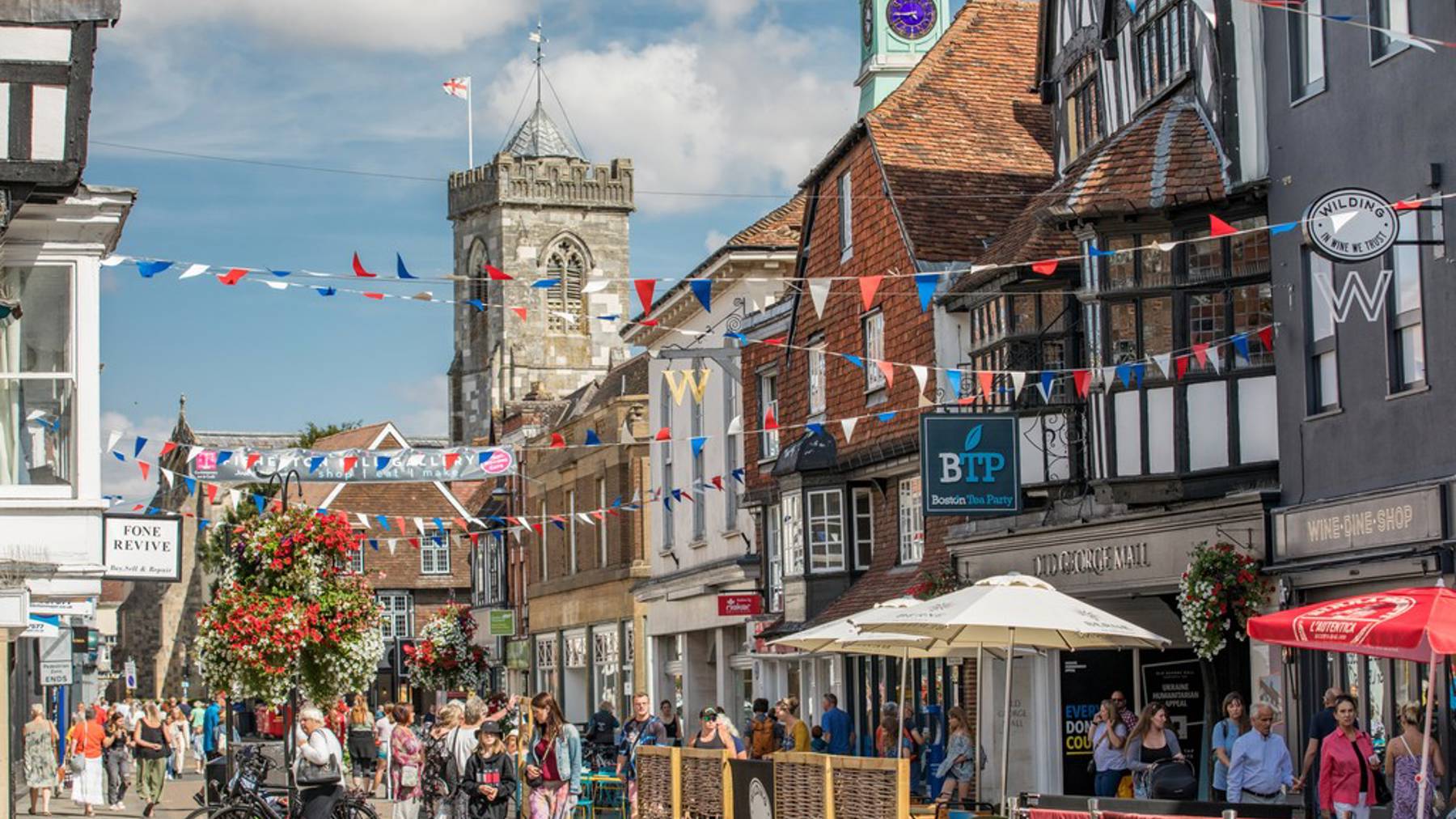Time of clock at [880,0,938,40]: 4:44
